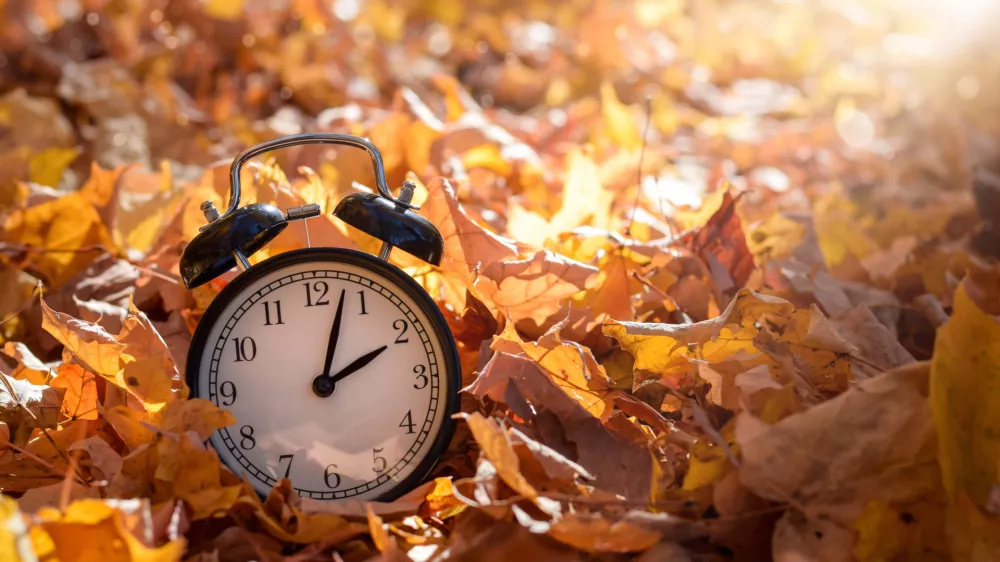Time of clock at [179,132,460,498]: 2:03
